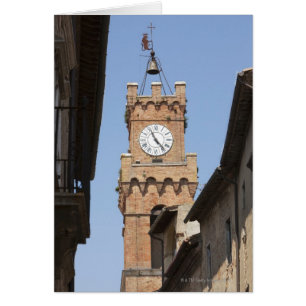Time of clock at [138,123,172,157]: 11:23
